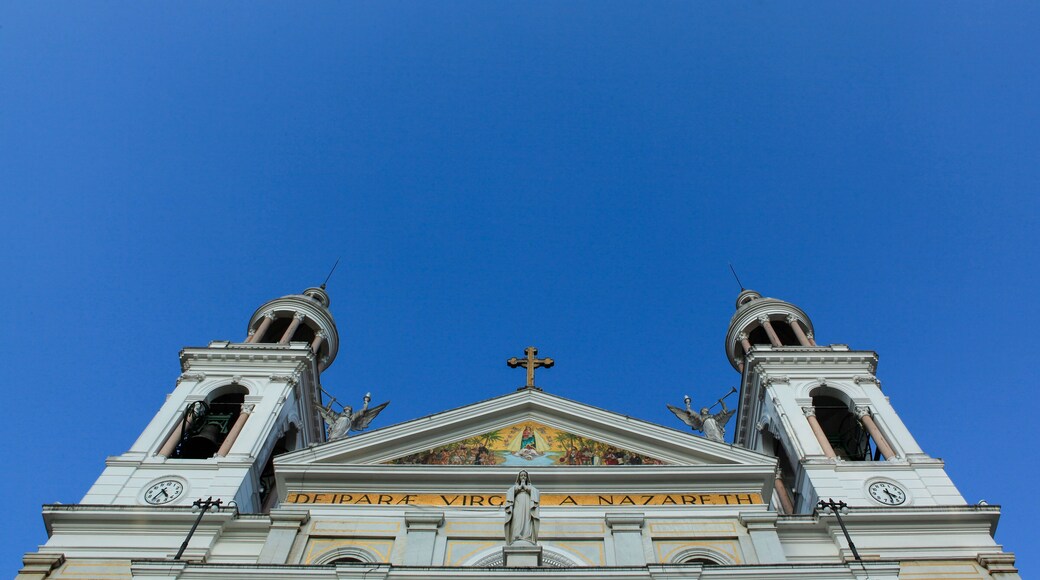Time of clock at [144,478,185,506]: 4:35
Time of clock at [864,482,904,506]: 4:29
